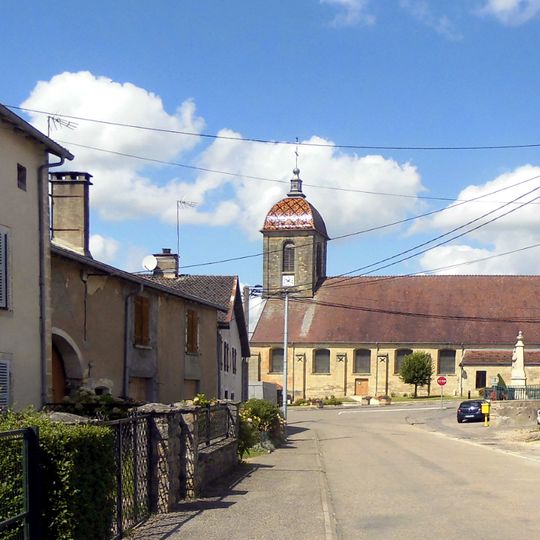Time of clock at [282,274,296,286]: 12:52
